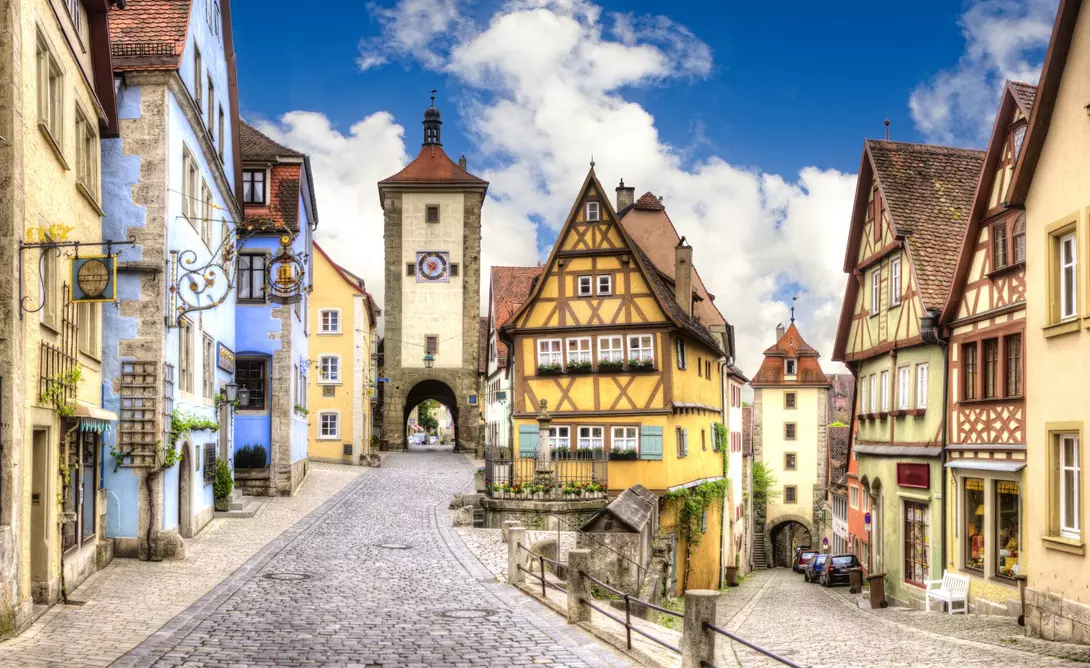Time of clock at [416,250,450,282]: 9:34
